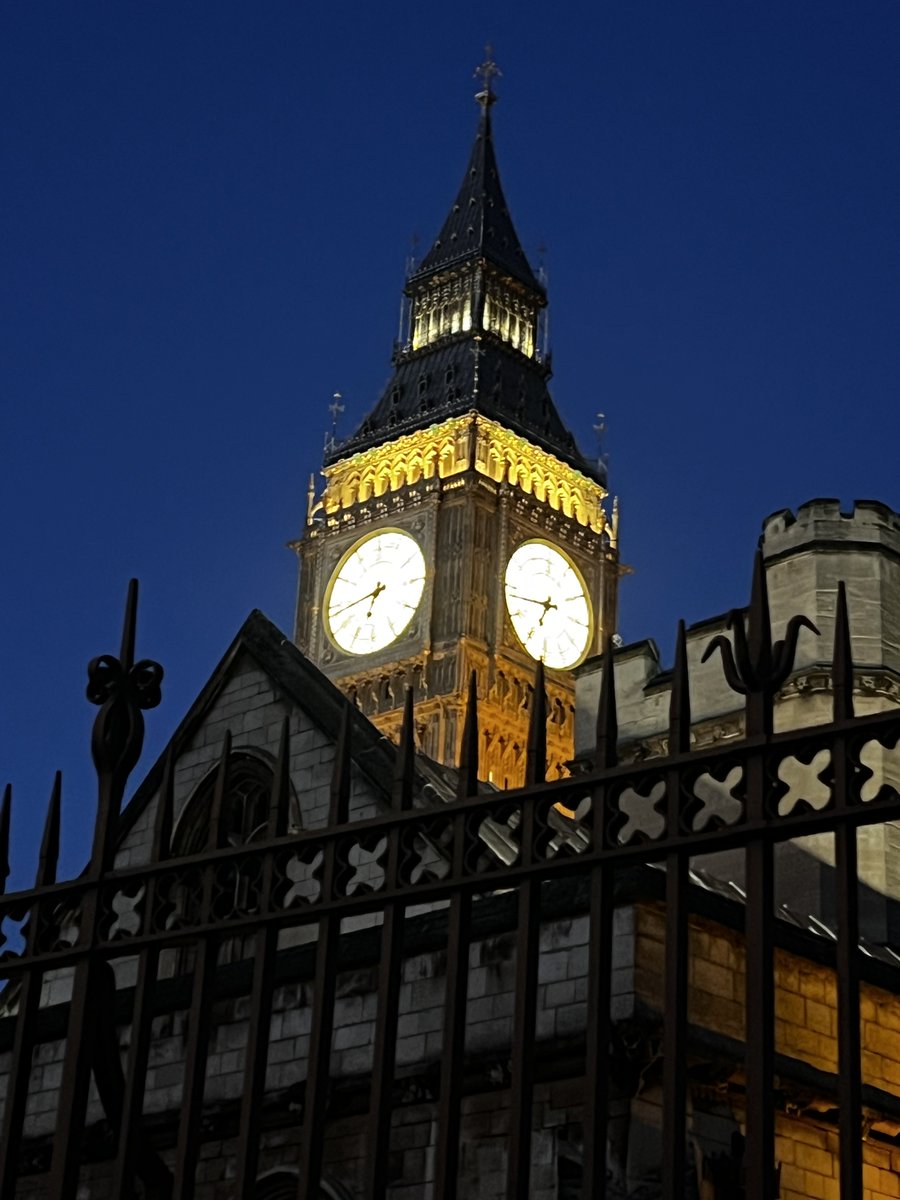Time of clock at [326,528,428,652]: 6:43
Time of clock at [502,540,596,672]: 6:43
